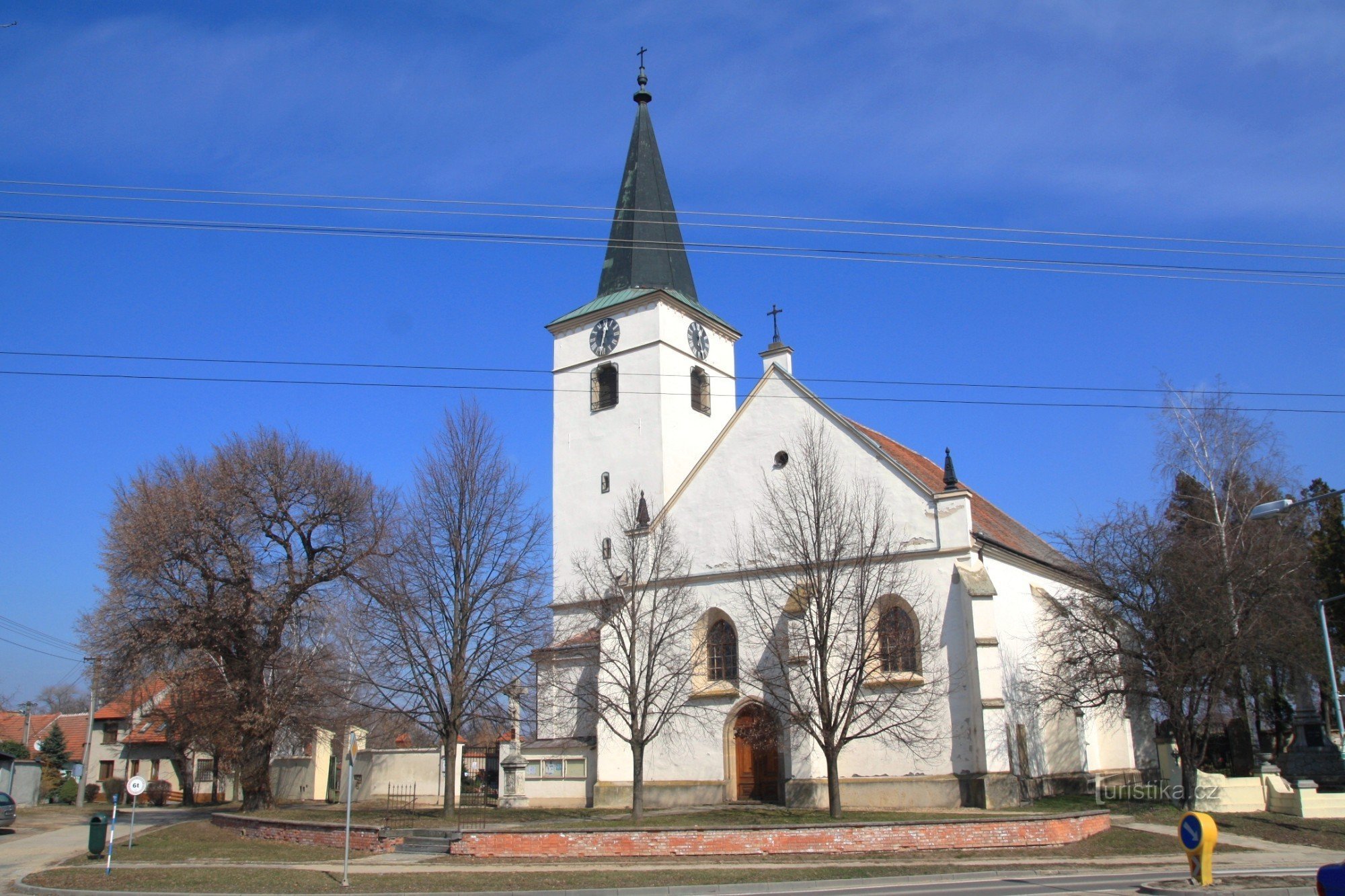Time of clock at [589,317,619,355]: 12:32
